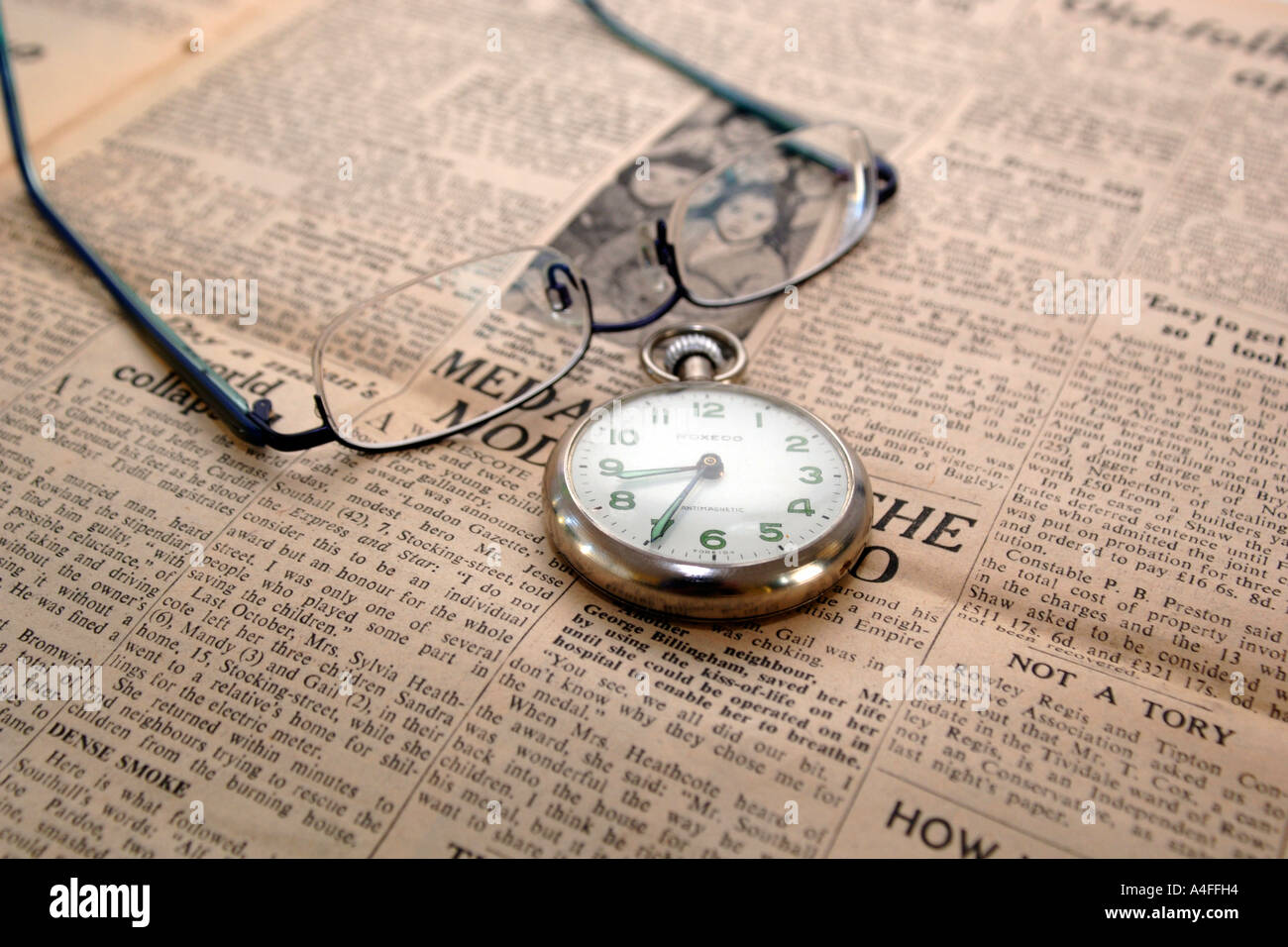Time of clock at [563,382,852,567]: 8:34
